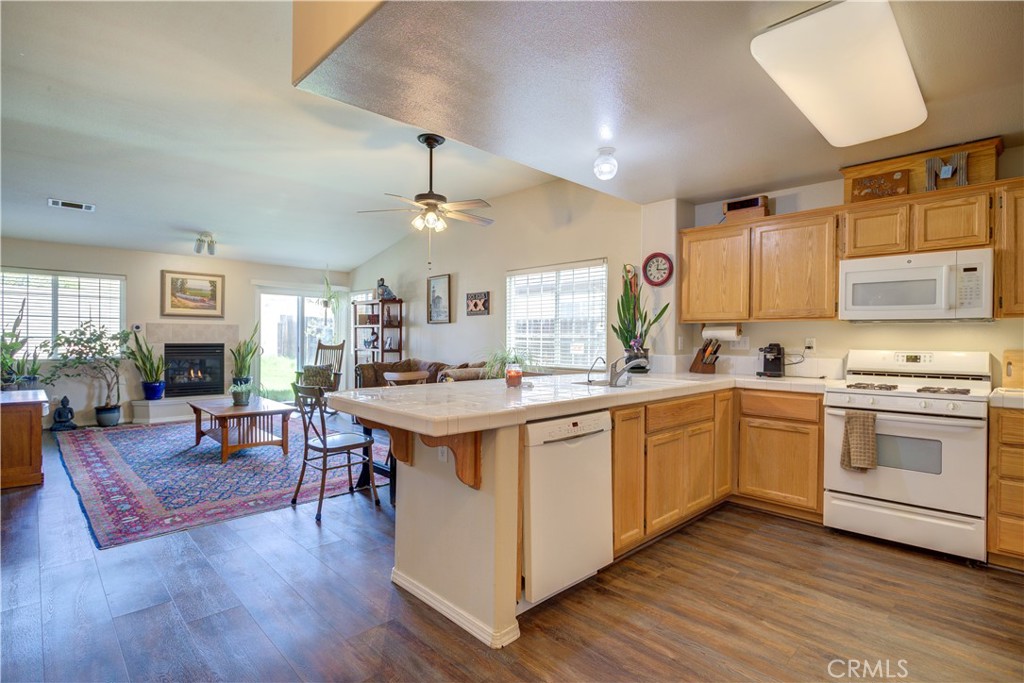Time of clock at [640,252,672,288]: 12:16
